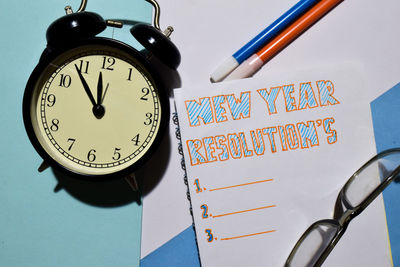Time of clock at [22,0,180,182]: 11:53
